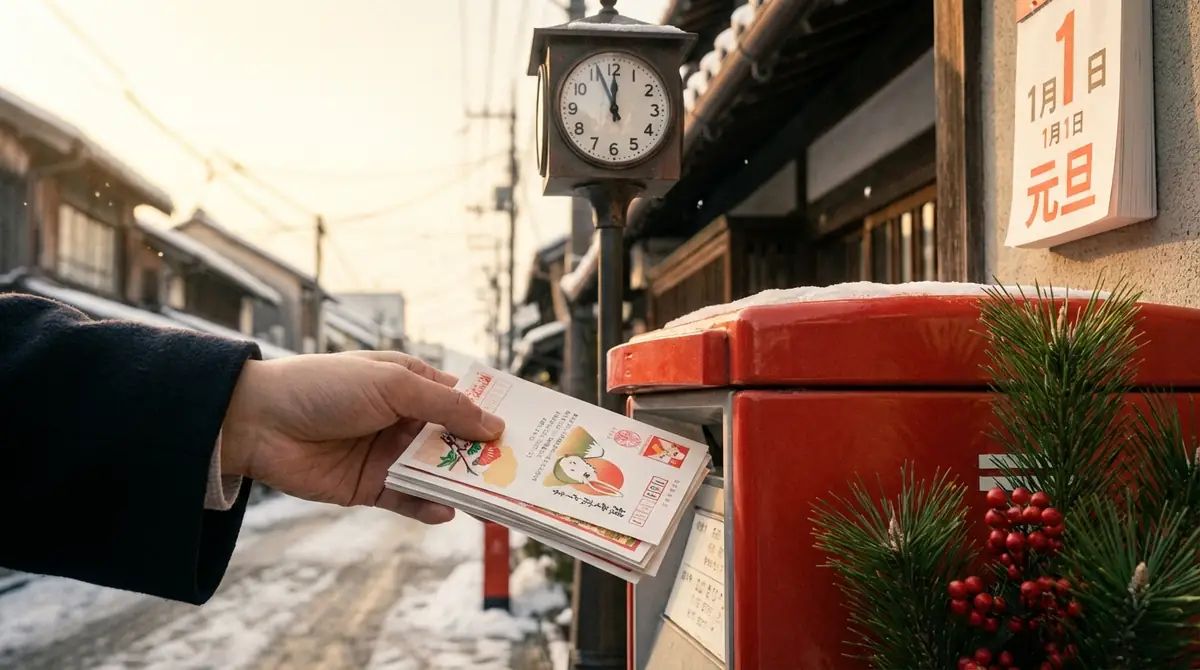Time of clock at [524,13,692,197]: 11:56
